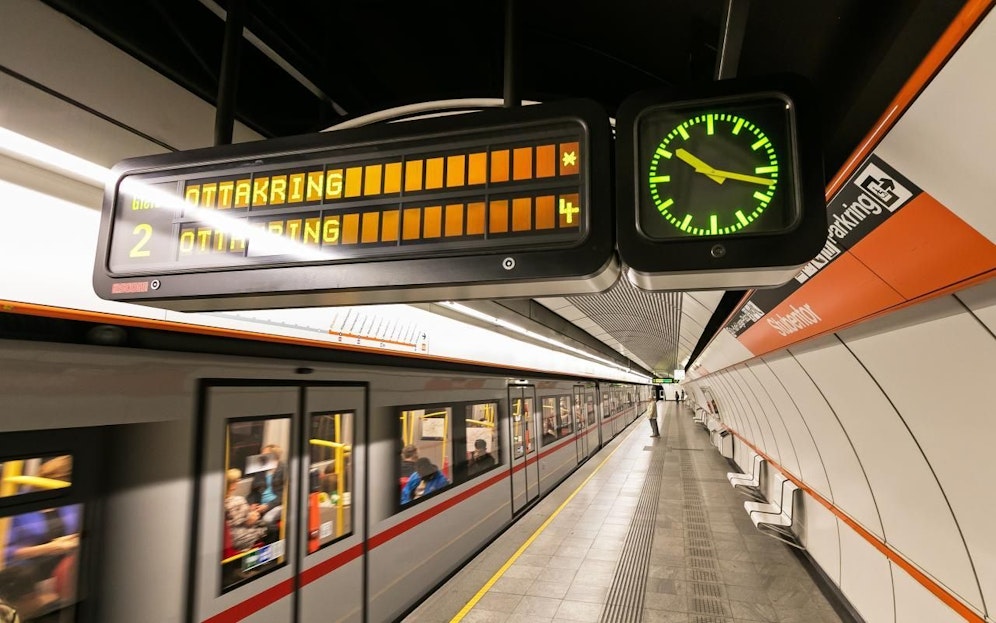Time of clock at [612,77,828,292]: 10:17
